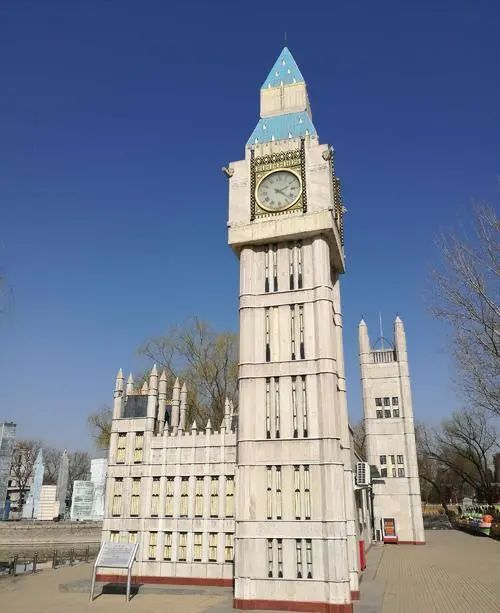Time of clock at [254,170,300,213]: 2:21
